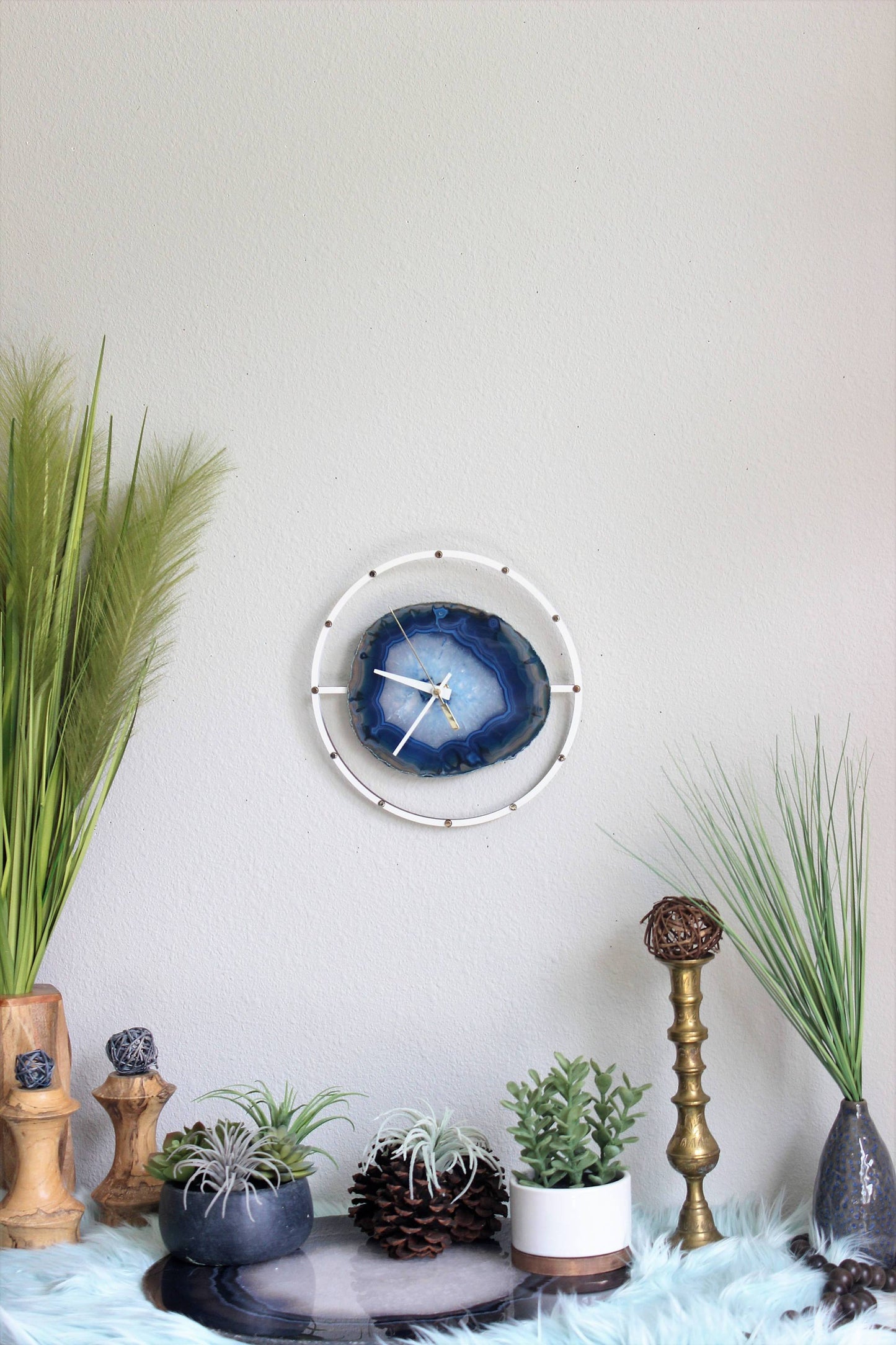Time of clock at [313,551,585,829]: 9:36
